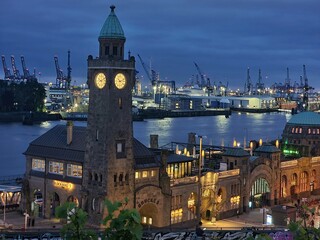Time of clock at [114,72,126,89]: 10:12
